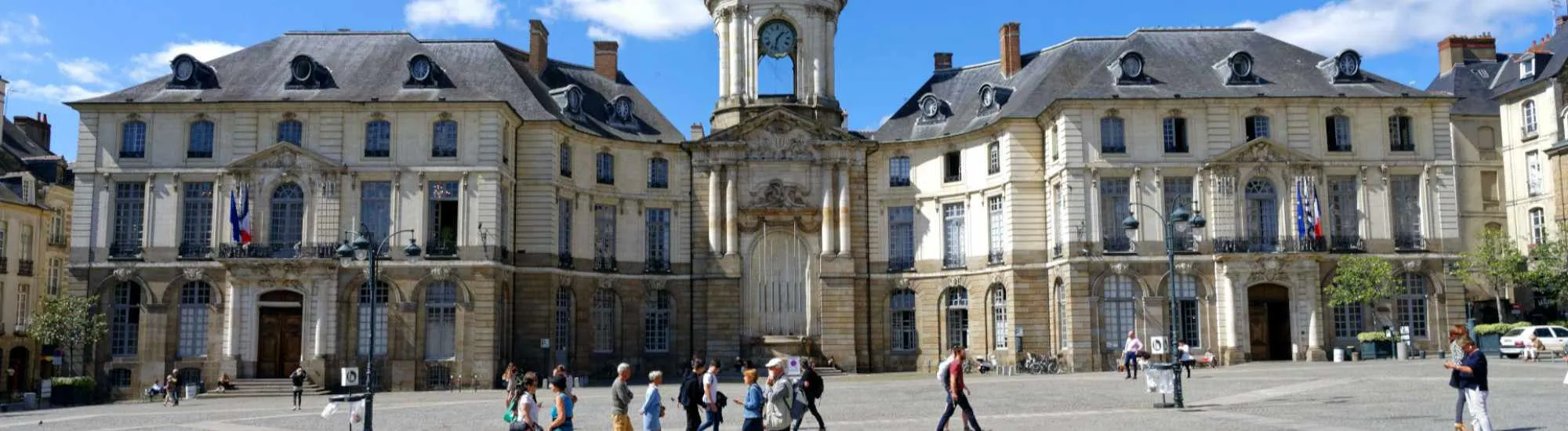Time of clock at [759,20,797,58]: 1:32
